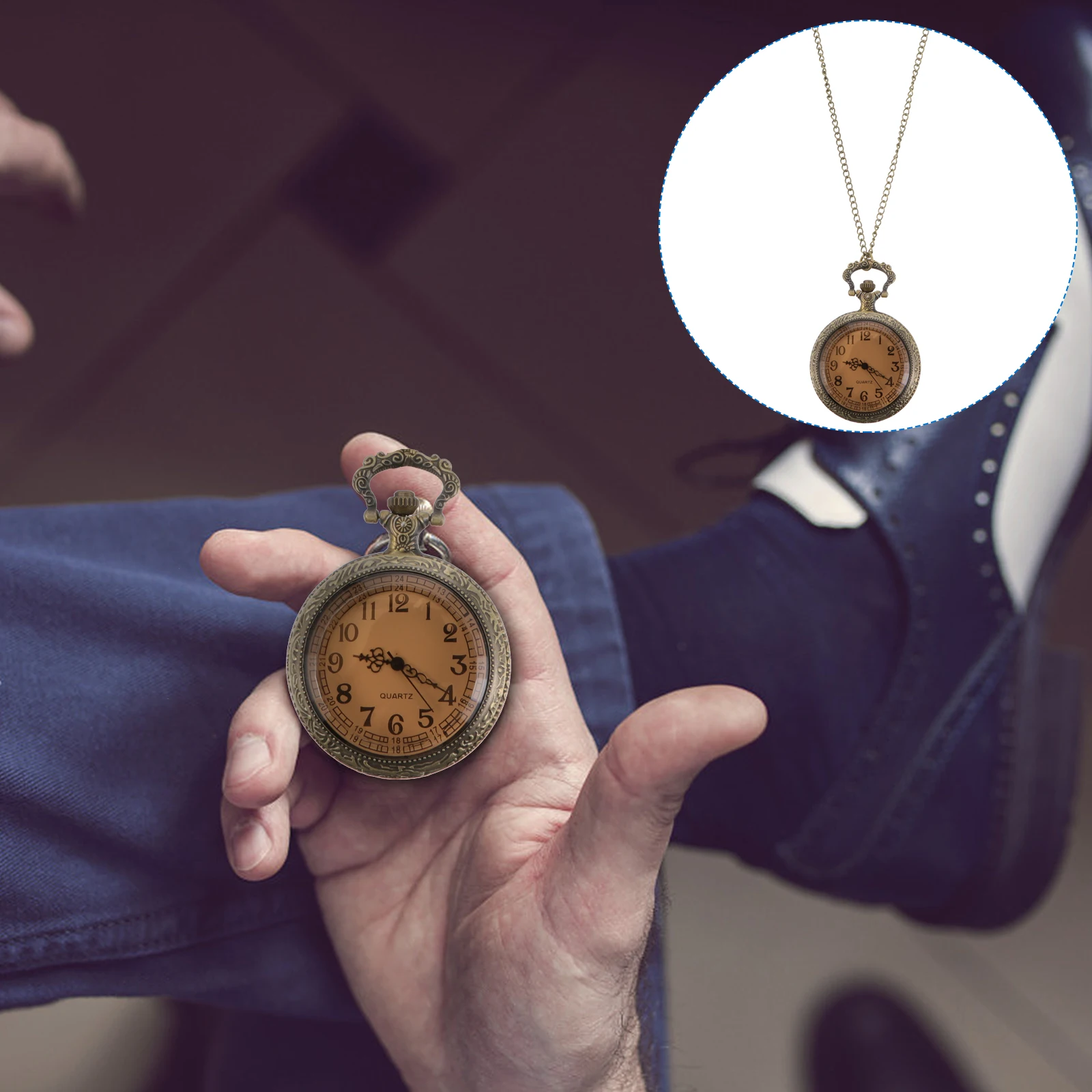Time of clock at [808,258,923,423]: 9:19
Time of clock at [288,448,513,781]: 9:20
